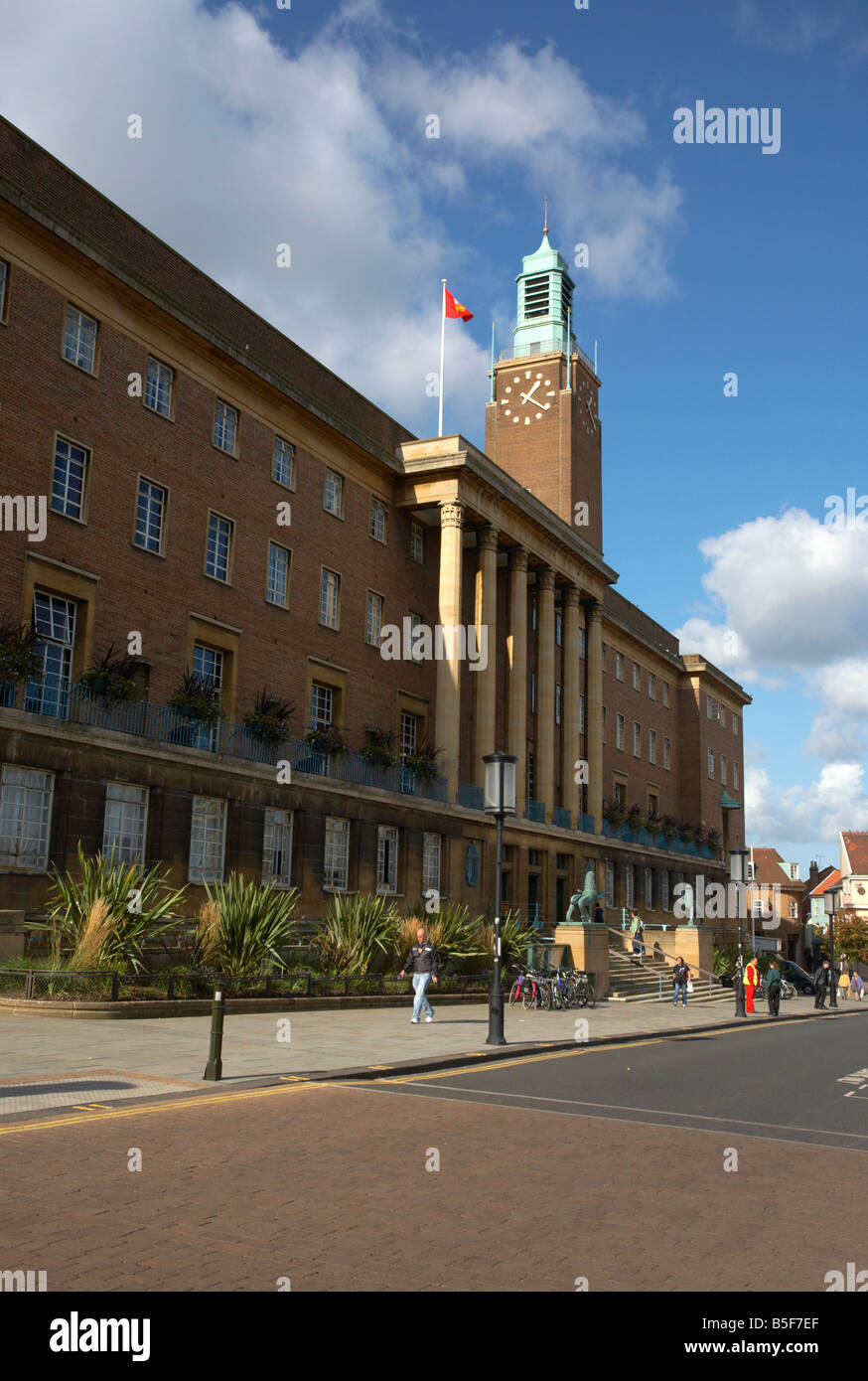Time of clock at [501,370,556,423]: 1:21
